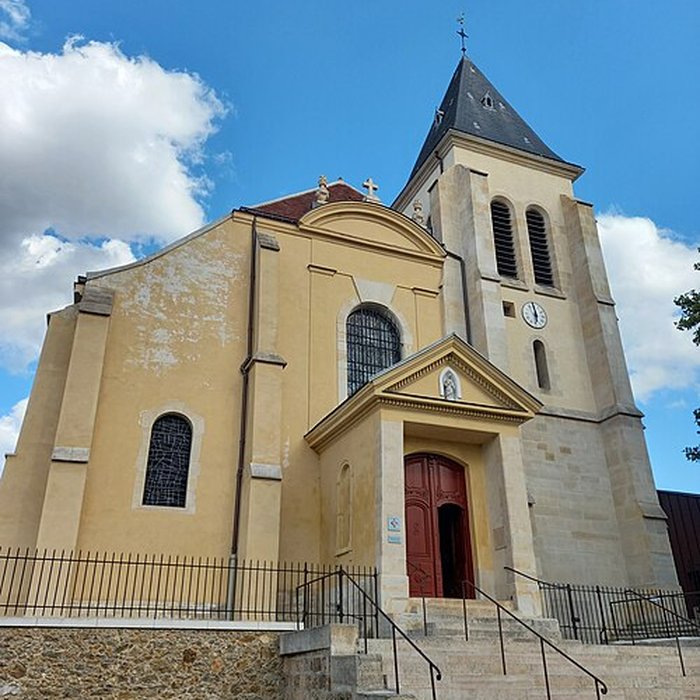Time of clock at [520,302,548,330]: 5:59
